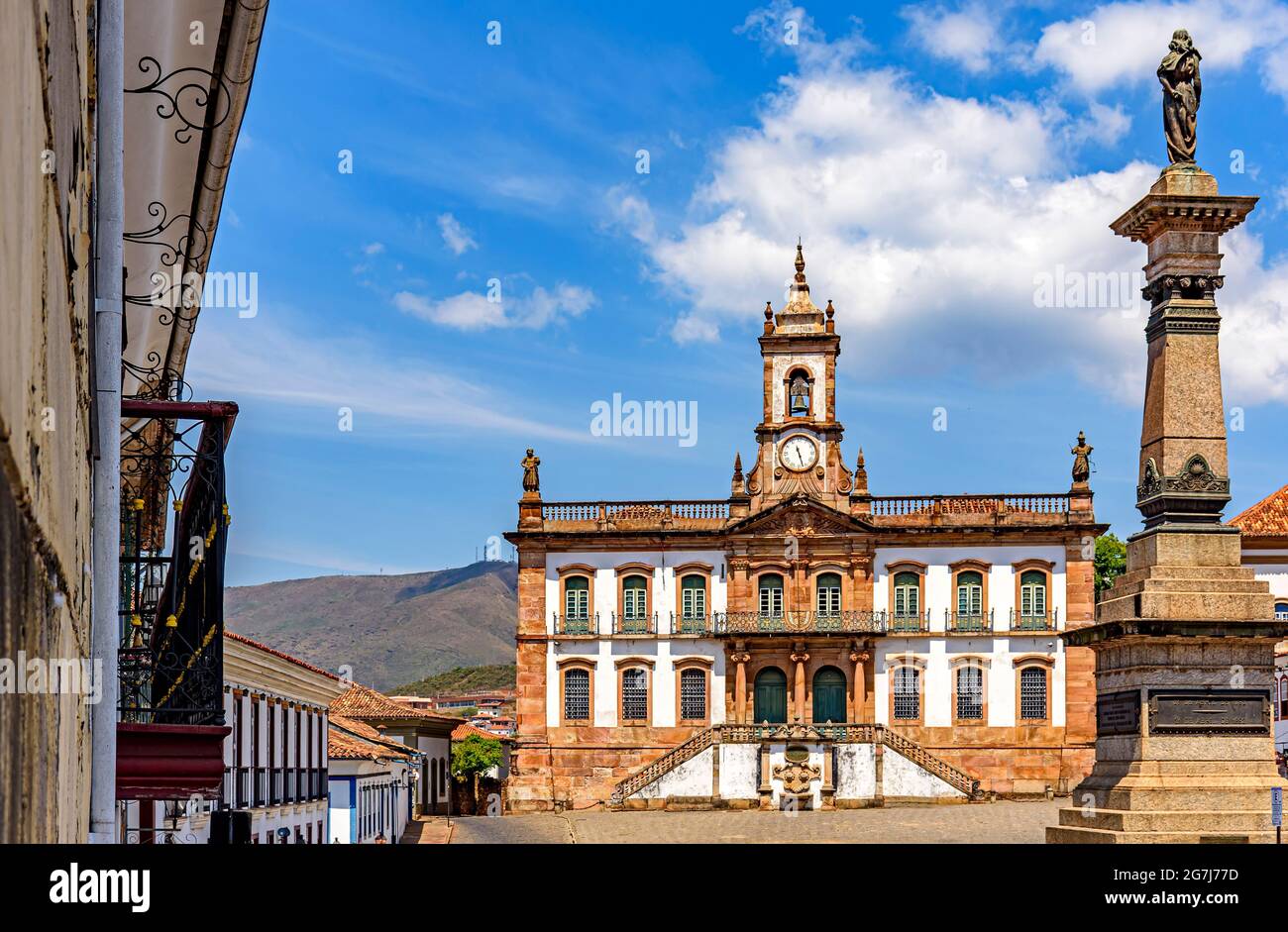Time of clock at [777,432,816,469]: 11:27
